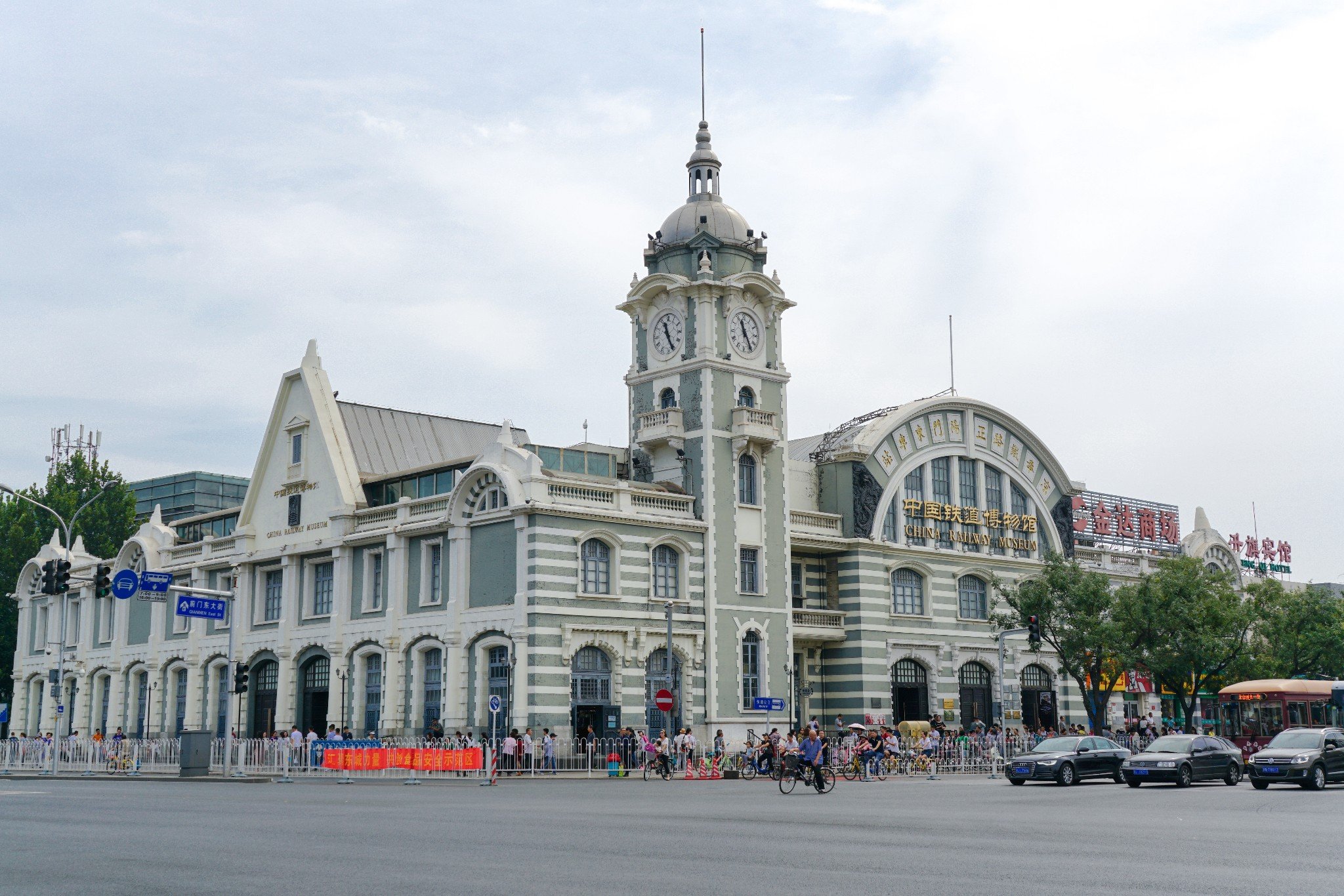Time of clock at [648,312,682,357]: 11:25
